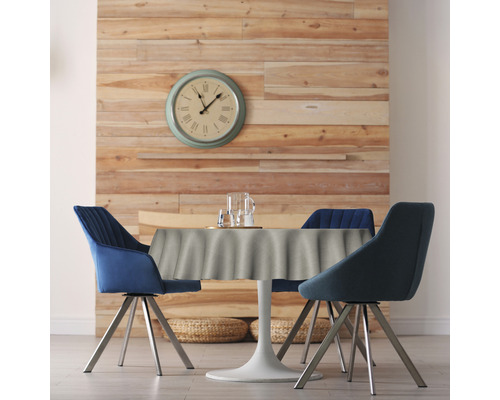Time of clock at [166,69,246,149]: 11:07
